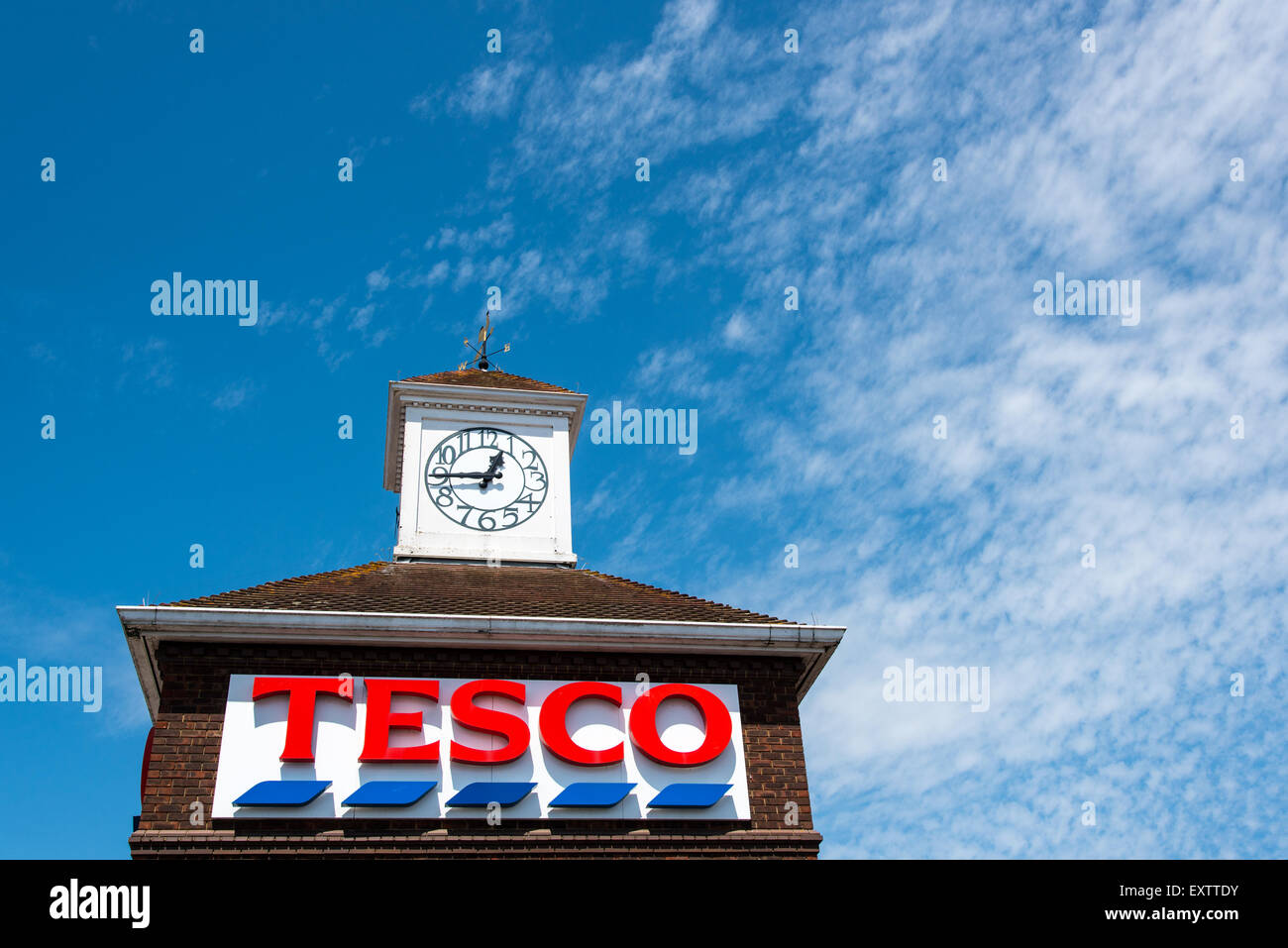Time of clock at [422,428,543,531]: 12:45
